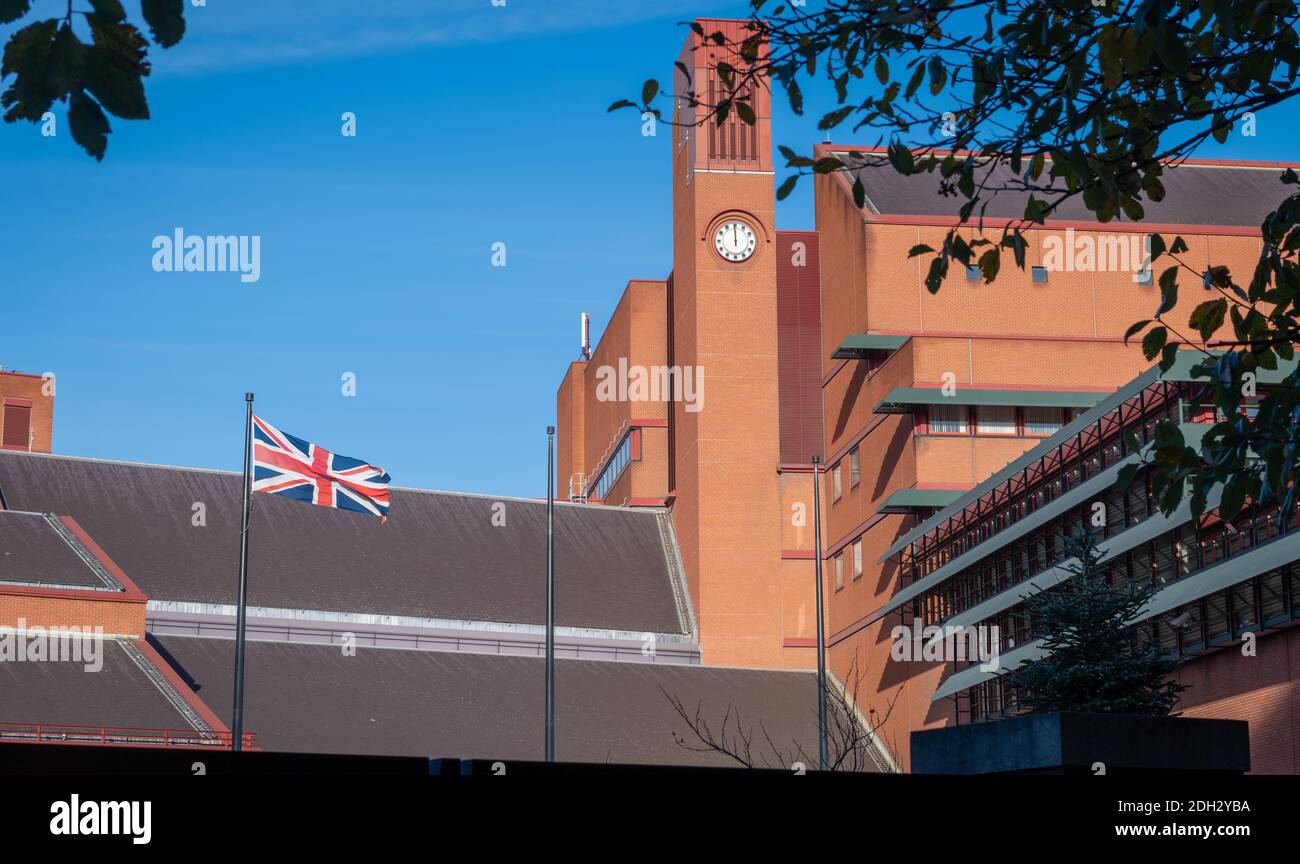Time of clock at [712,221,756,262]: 11:59
